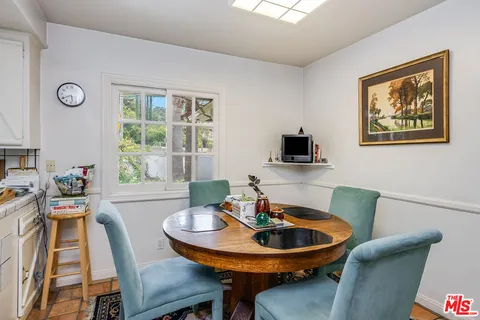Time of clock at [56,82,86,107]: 5:40
